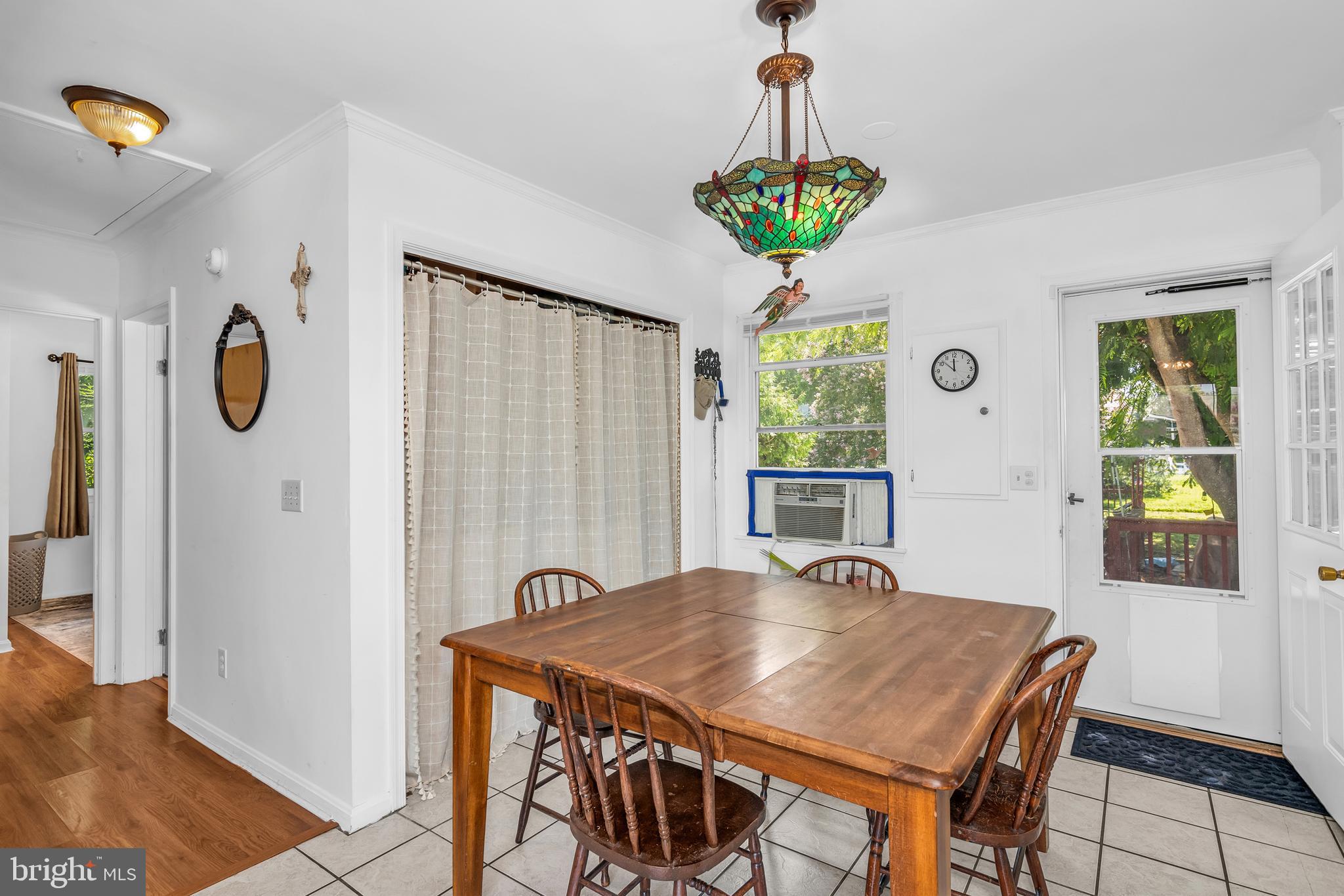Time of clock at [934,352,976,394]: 11:51
